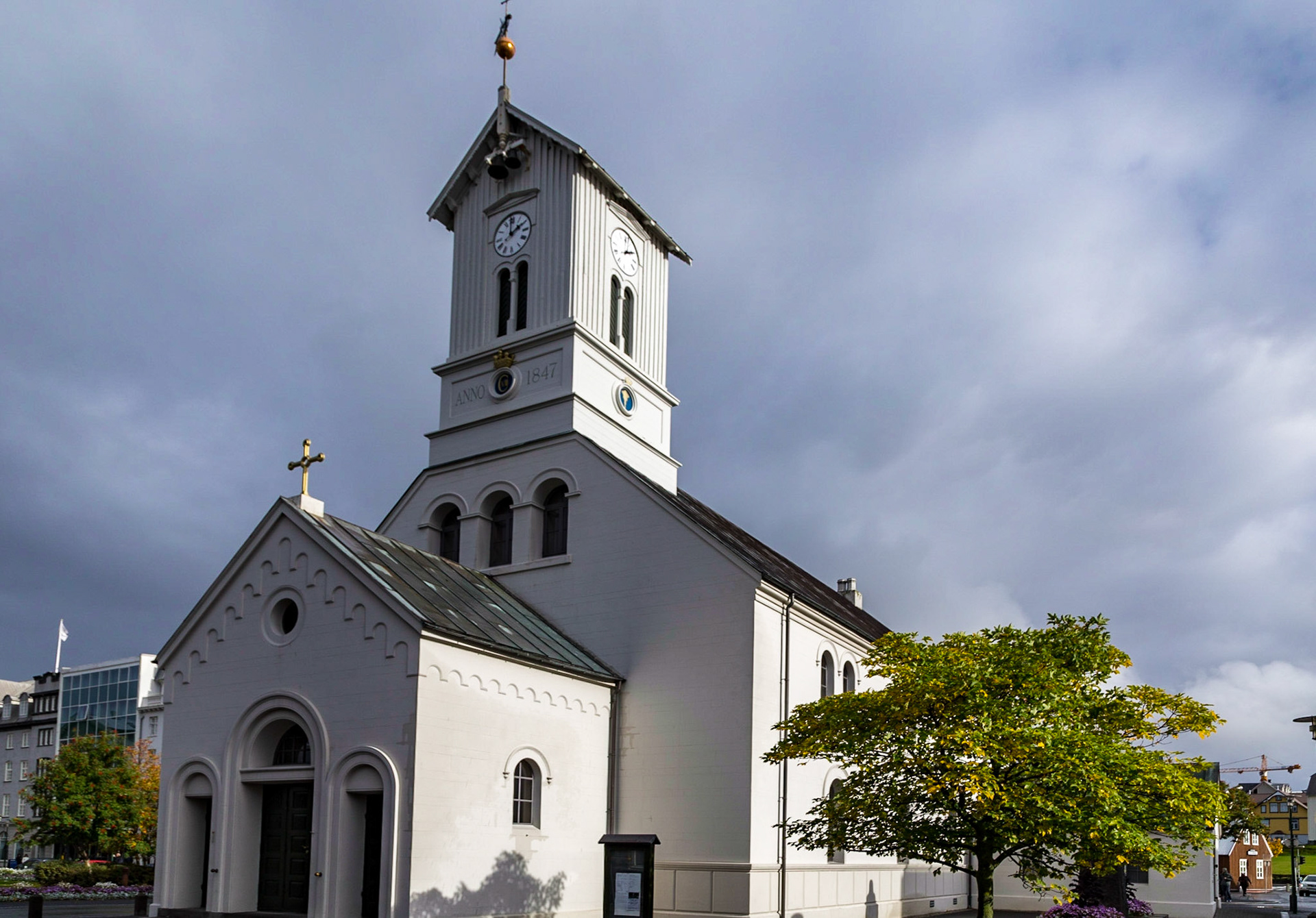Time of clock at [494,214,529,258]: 1:59
